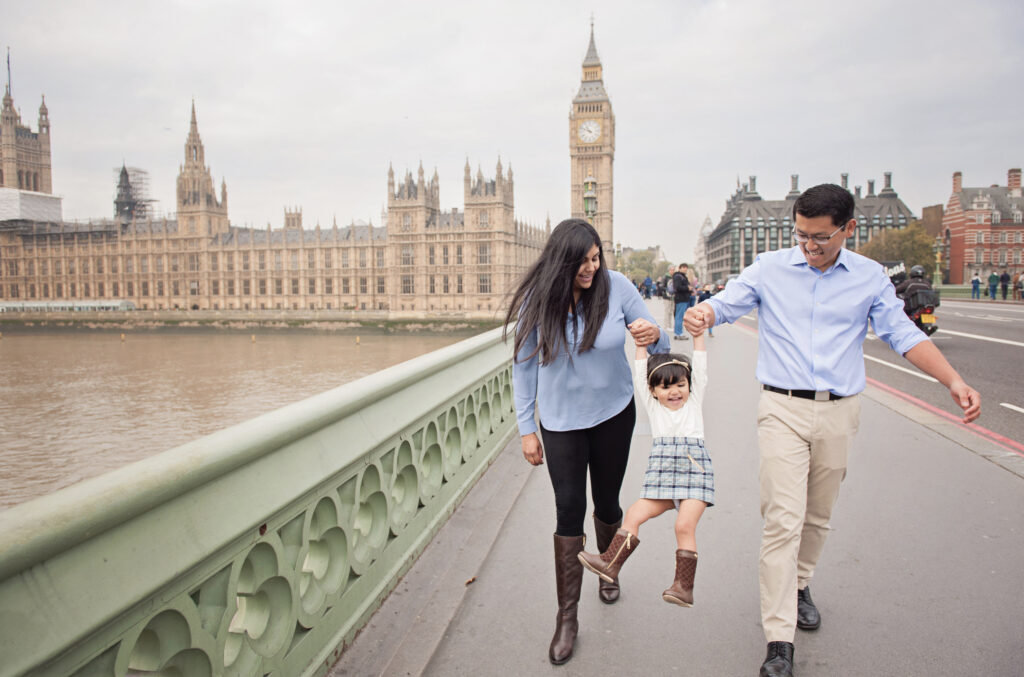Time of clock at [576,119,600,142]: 10:48
